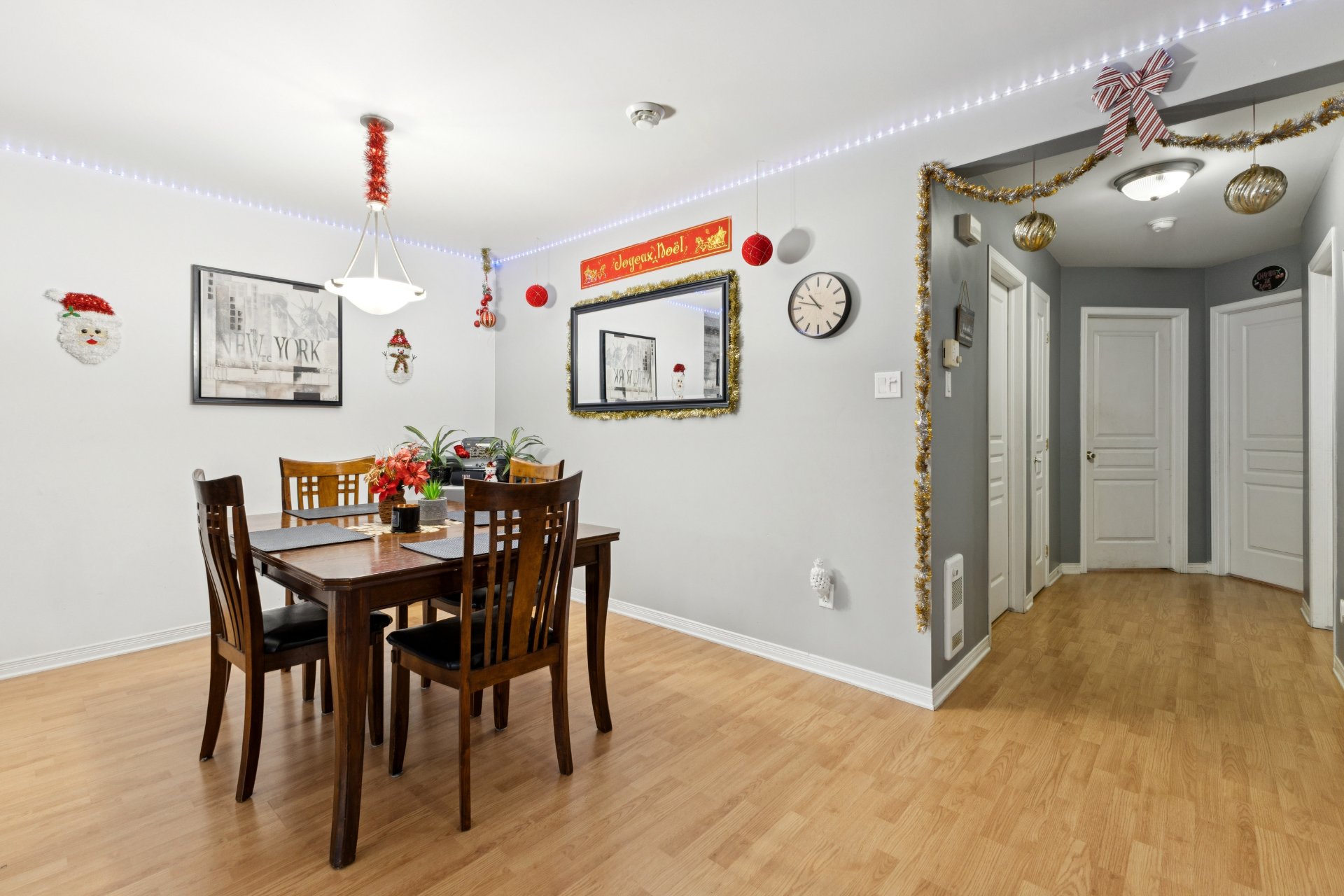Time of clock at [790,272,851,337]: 10:47
